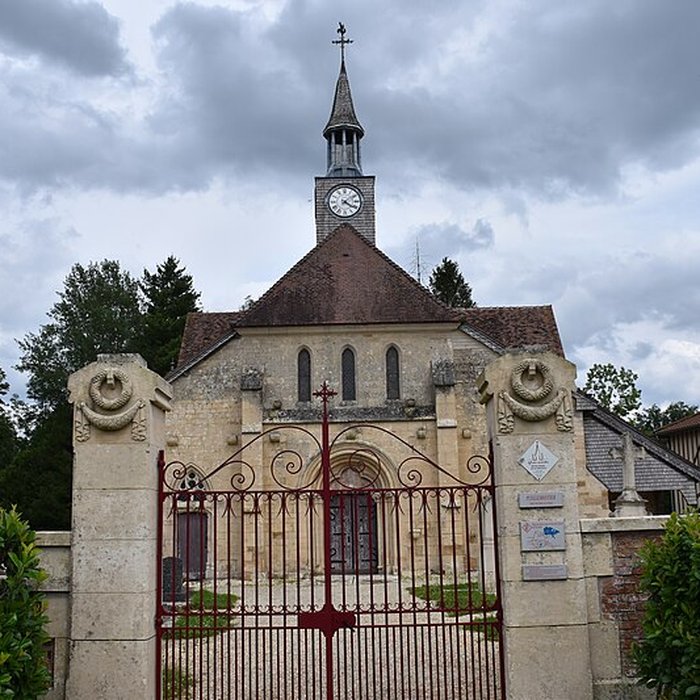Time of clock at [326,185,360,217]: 4:08
